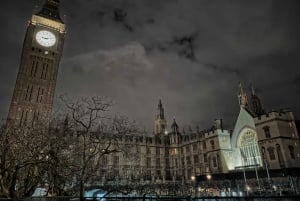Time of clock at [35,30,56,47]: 9:12
